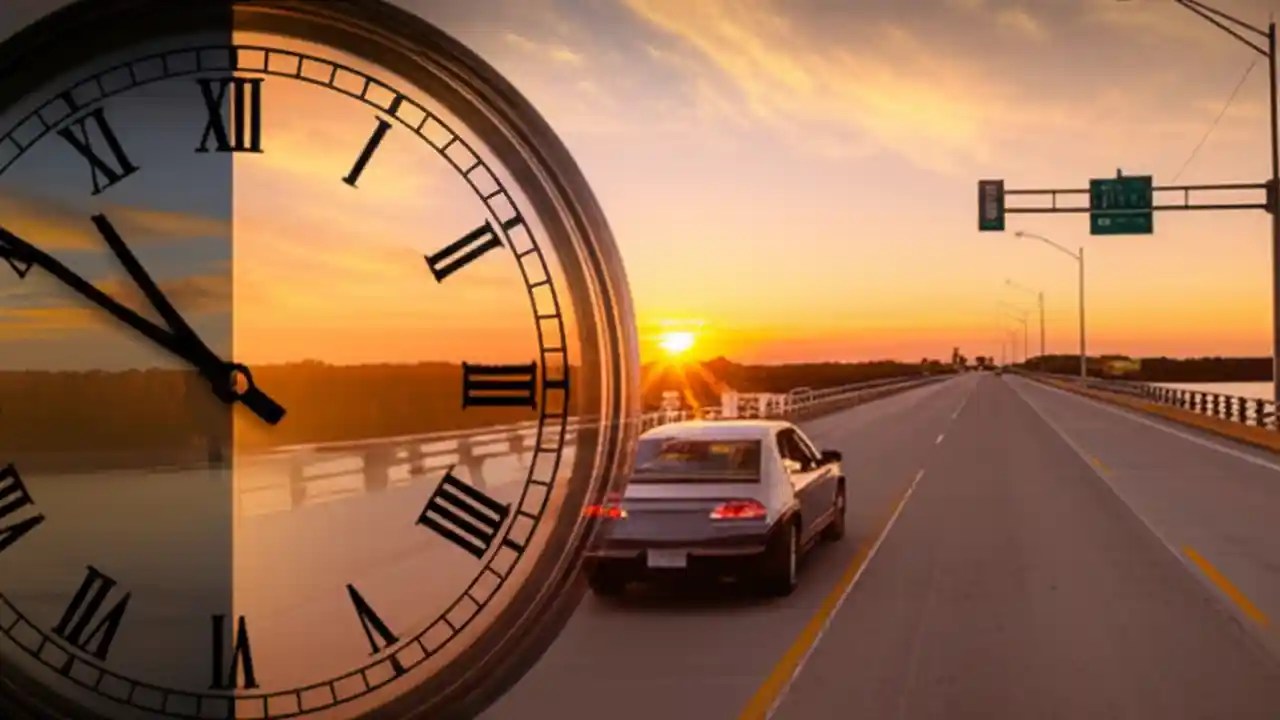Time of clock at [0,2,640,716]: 10:50
